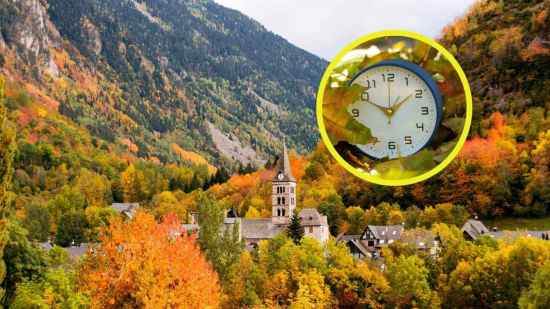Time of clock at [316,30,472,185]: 1:50
